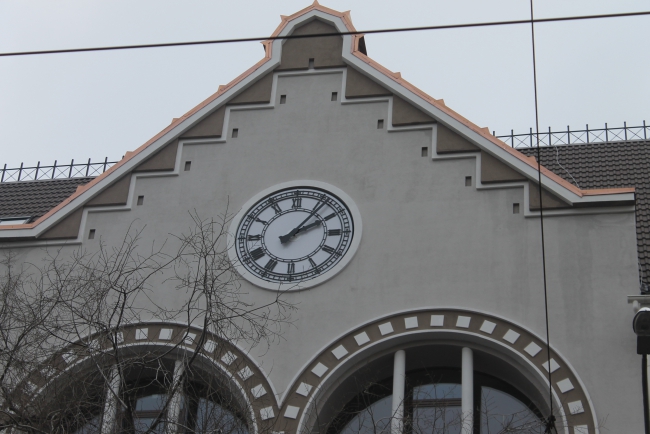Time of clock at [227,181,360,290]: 2:06
